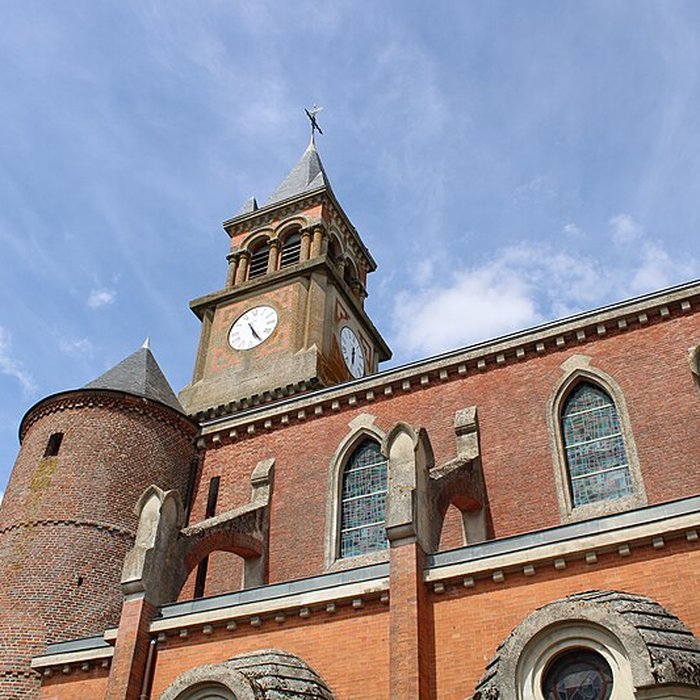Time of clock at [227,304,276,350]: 5:25
